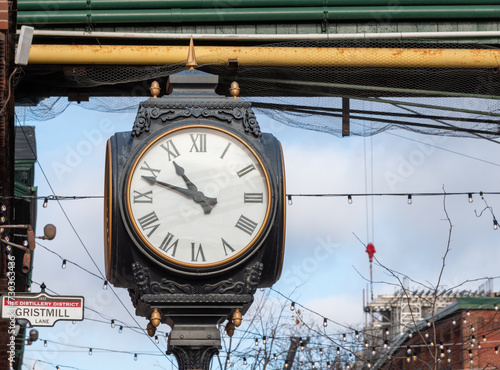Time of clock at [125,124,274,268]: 10:48
